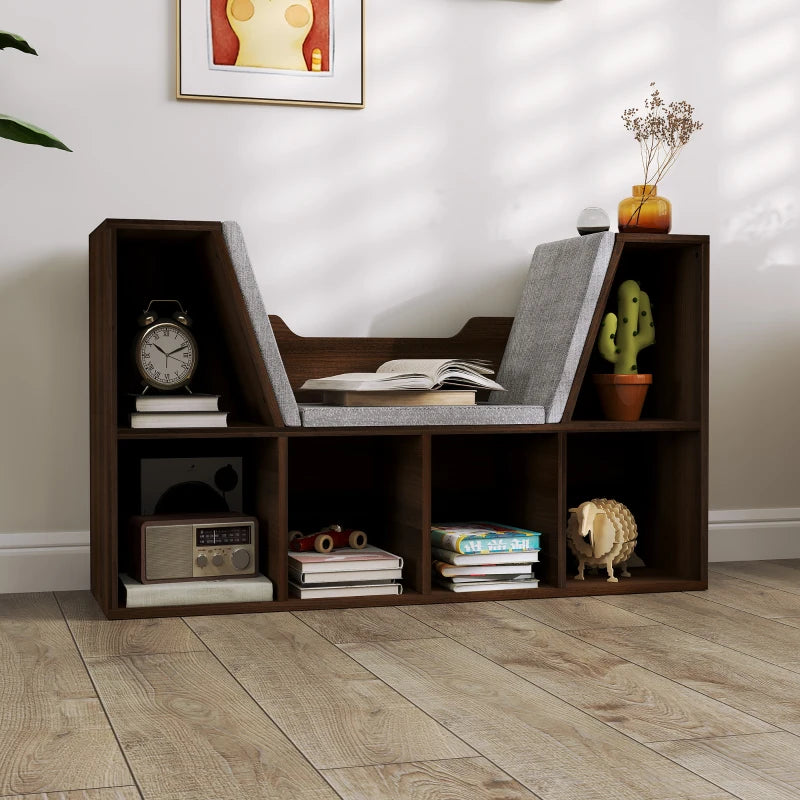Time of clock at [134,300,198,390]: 10:11
